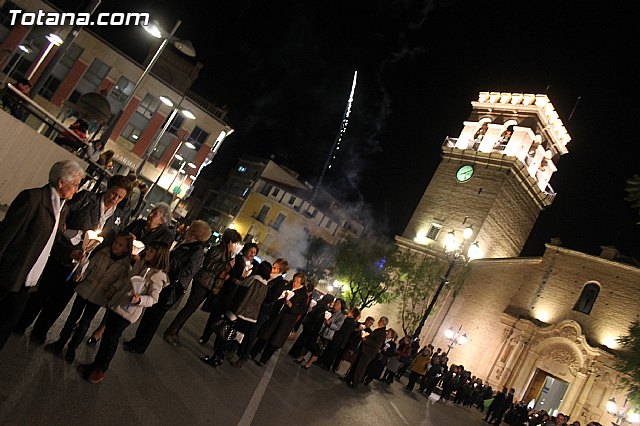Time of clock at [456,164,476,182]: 8:11
